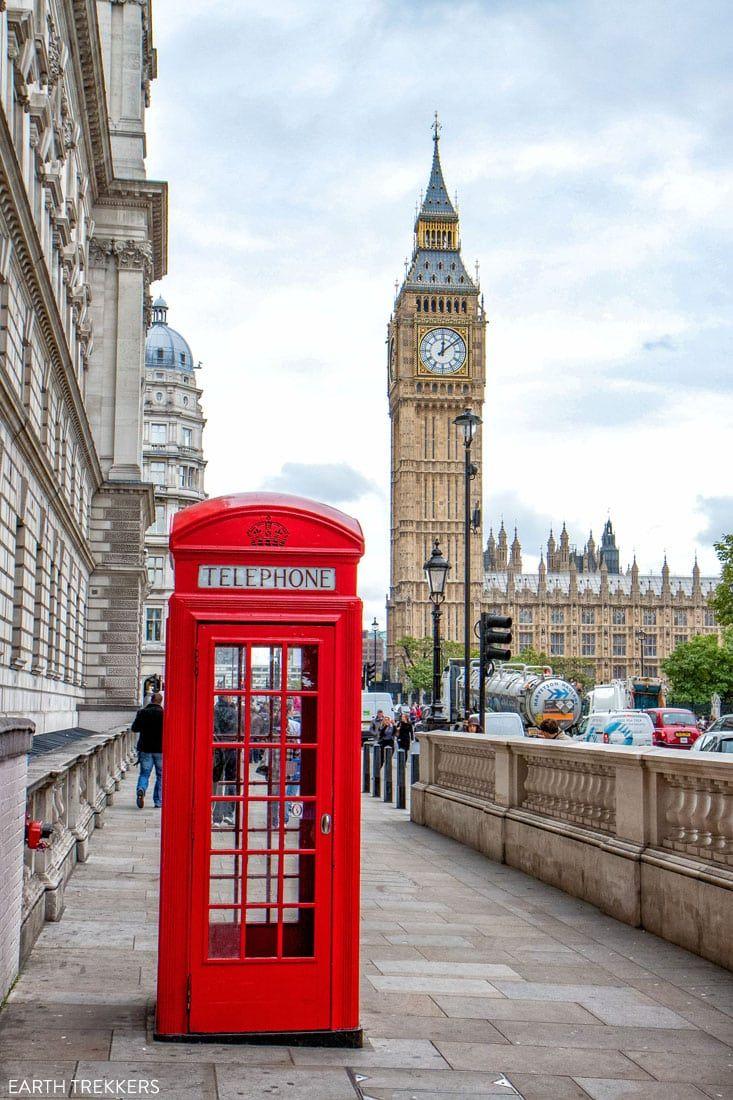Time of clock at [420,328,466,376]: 12:08
